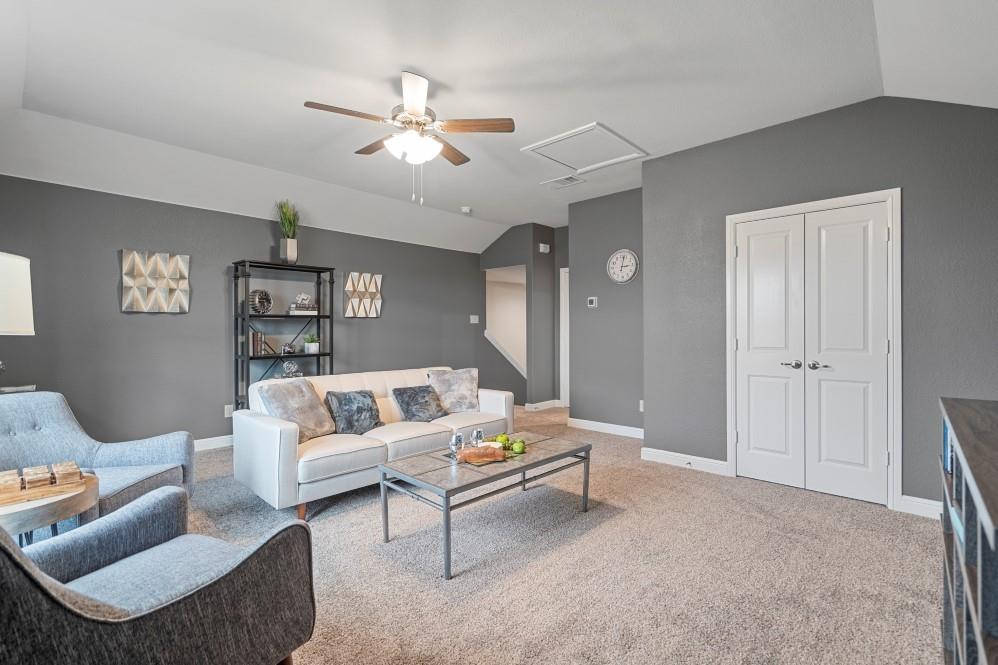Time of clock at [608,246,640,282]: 3:02
